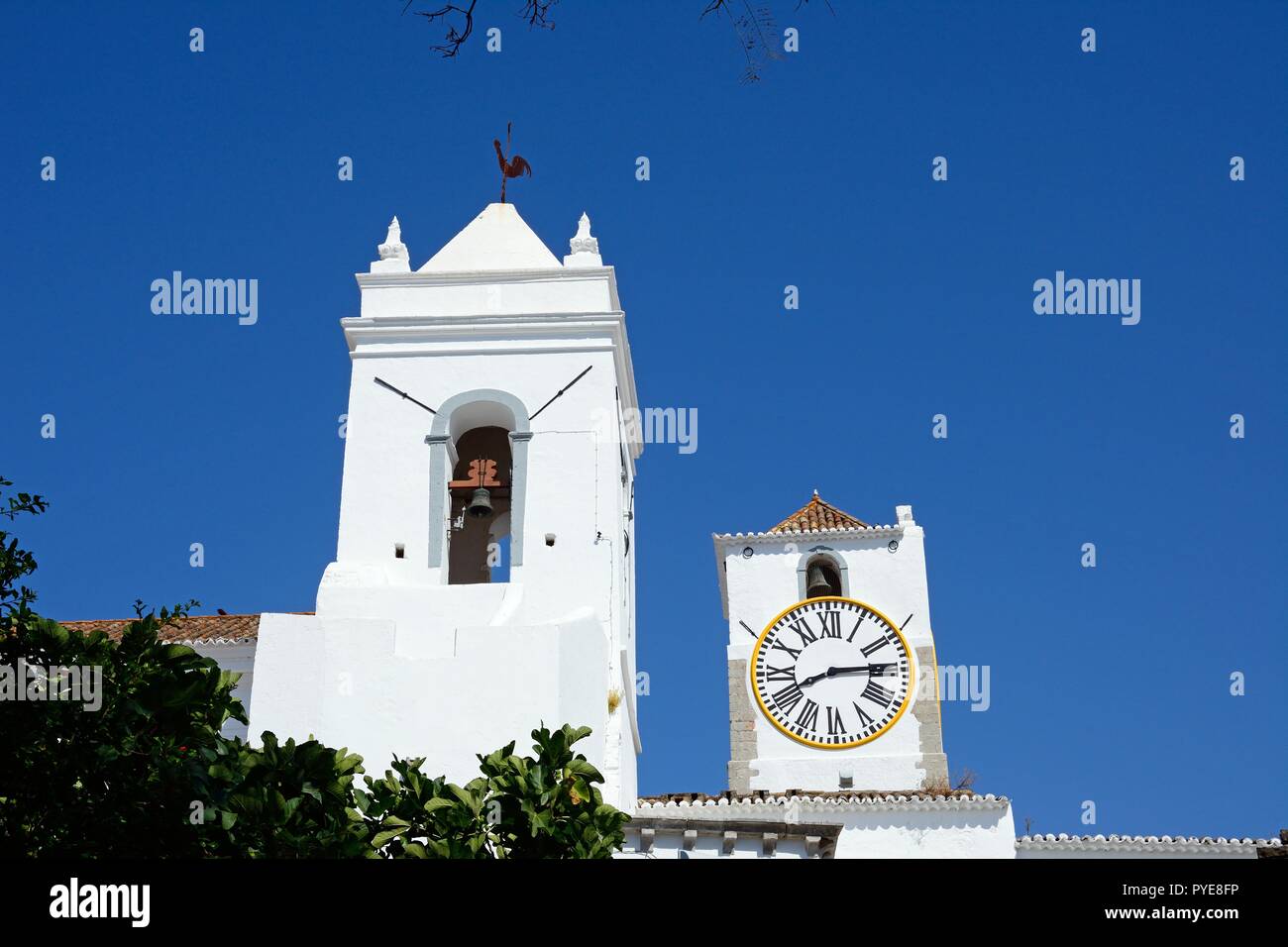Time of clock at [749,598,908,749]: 8:14
